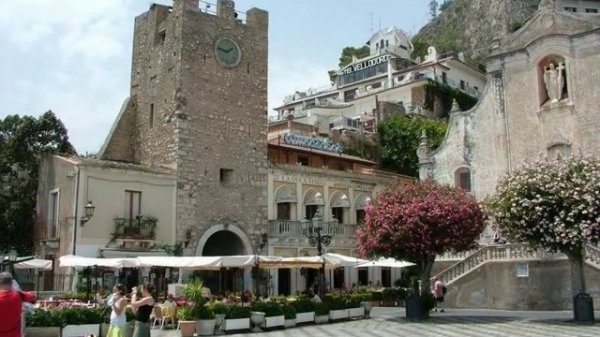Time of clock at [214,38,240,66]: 1:47
